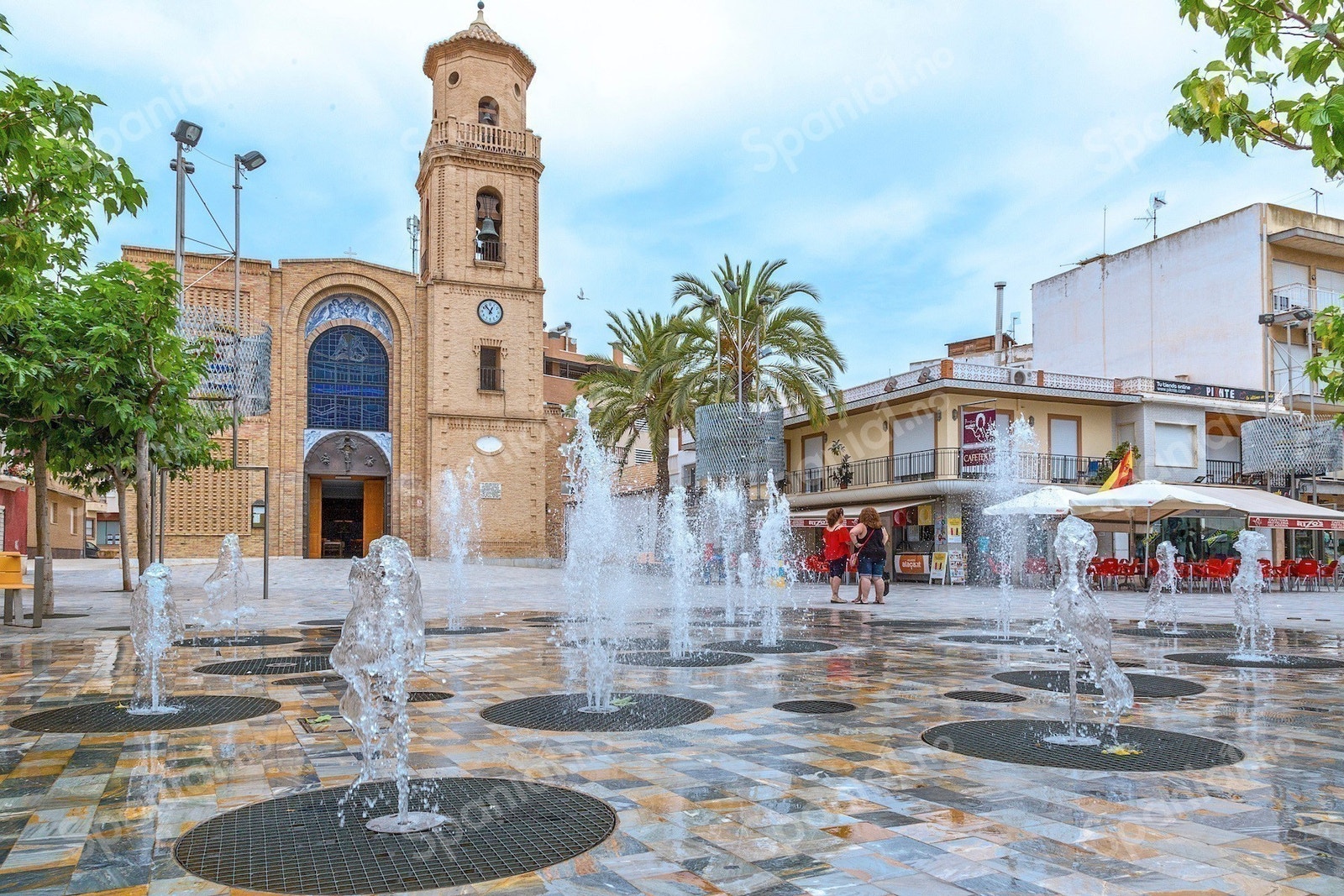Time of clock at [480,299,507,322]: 12:53
